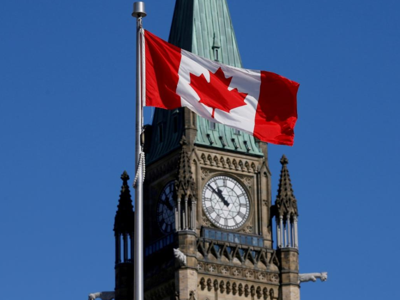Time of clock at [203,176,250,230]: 10:51
